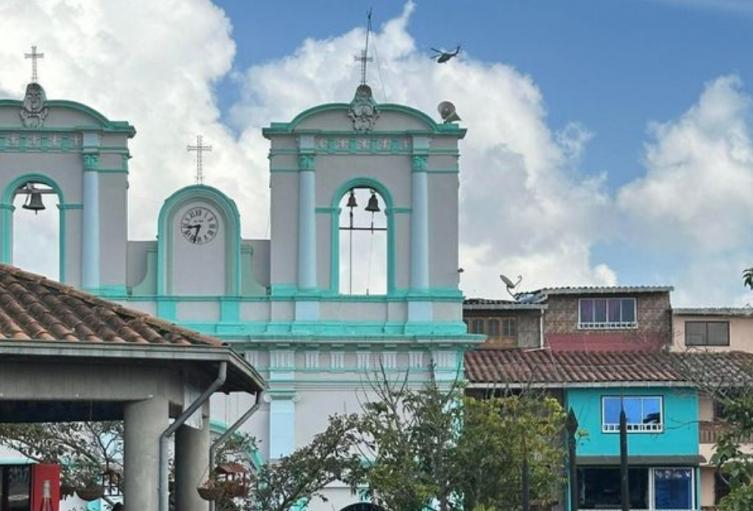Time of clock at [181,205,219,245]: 8:33
